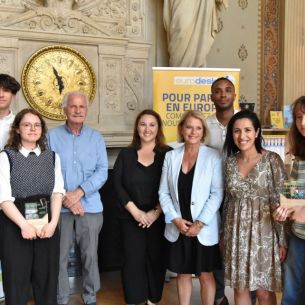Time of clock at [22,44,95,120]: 5:55
